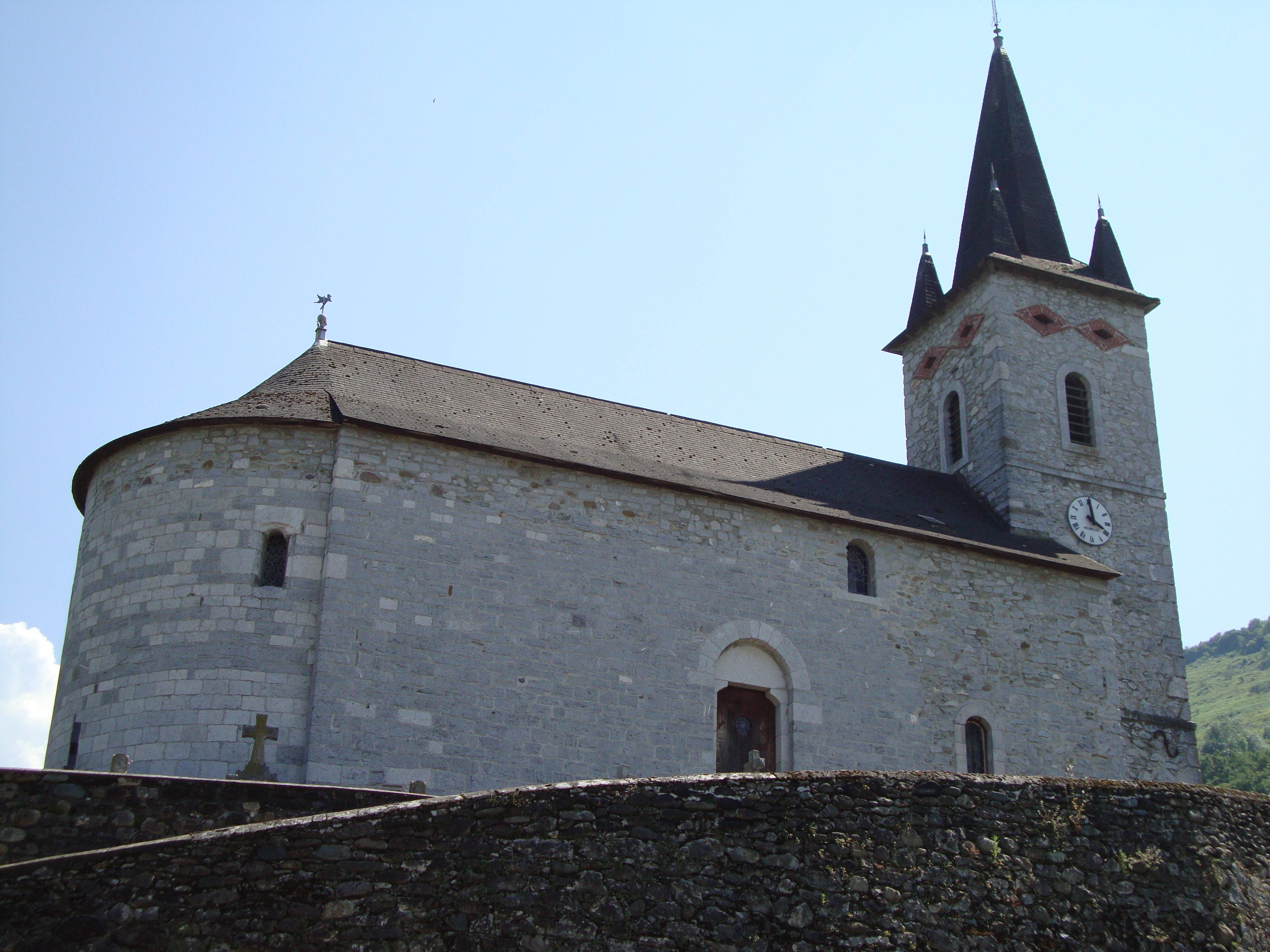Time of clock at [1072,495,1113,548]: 3:59
